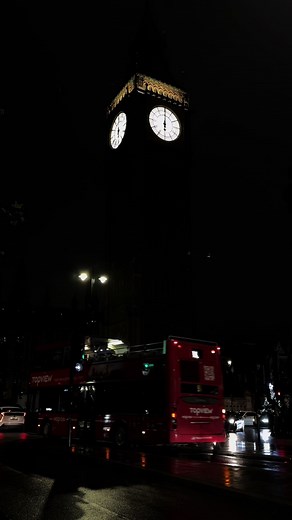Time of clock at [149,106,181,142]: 6:00
